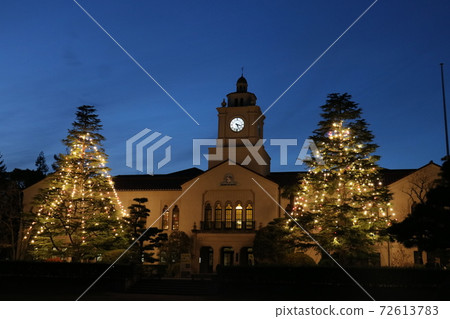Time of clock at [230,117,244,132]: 5:17
